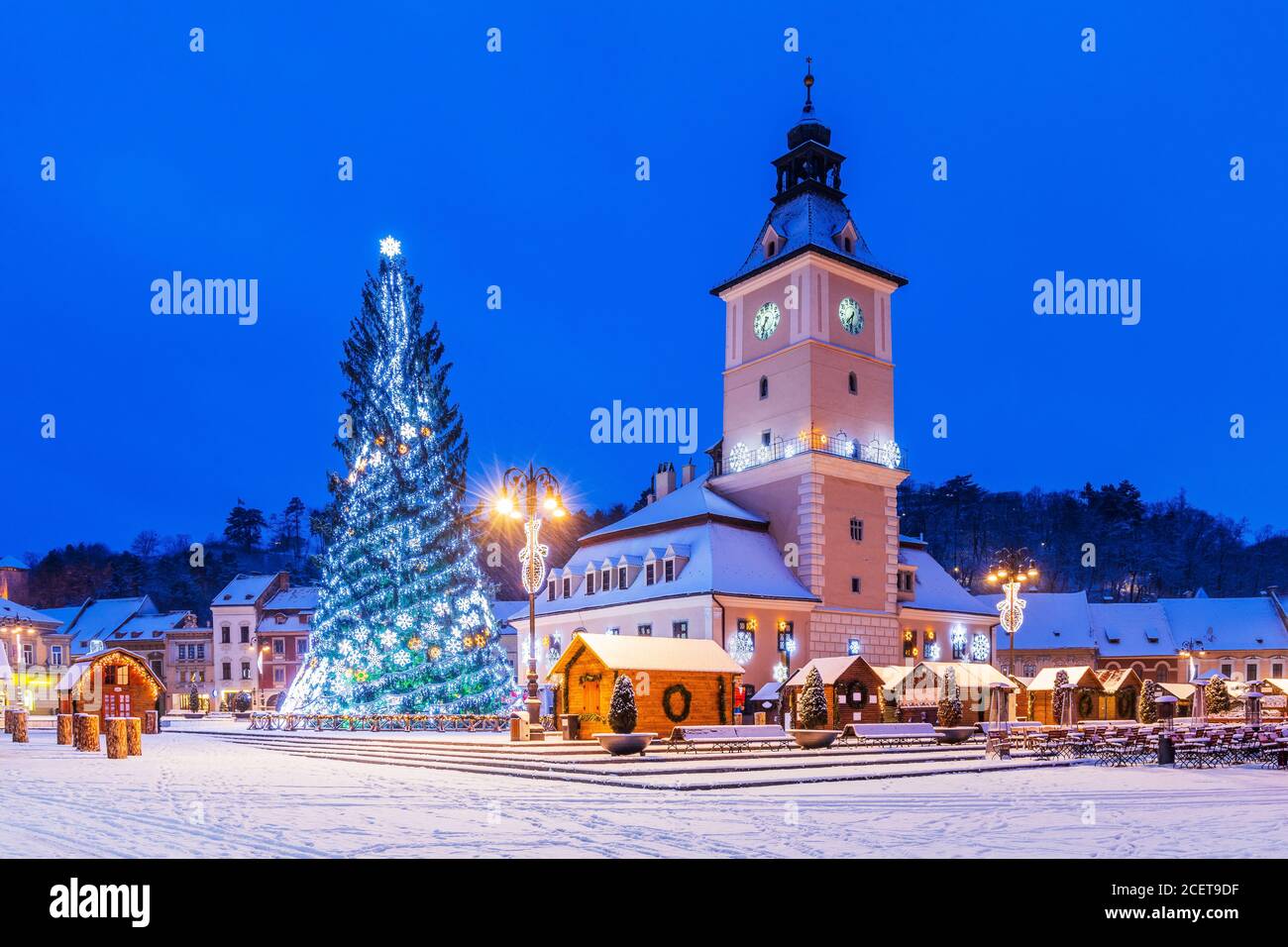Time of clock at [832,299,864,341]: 7:32
